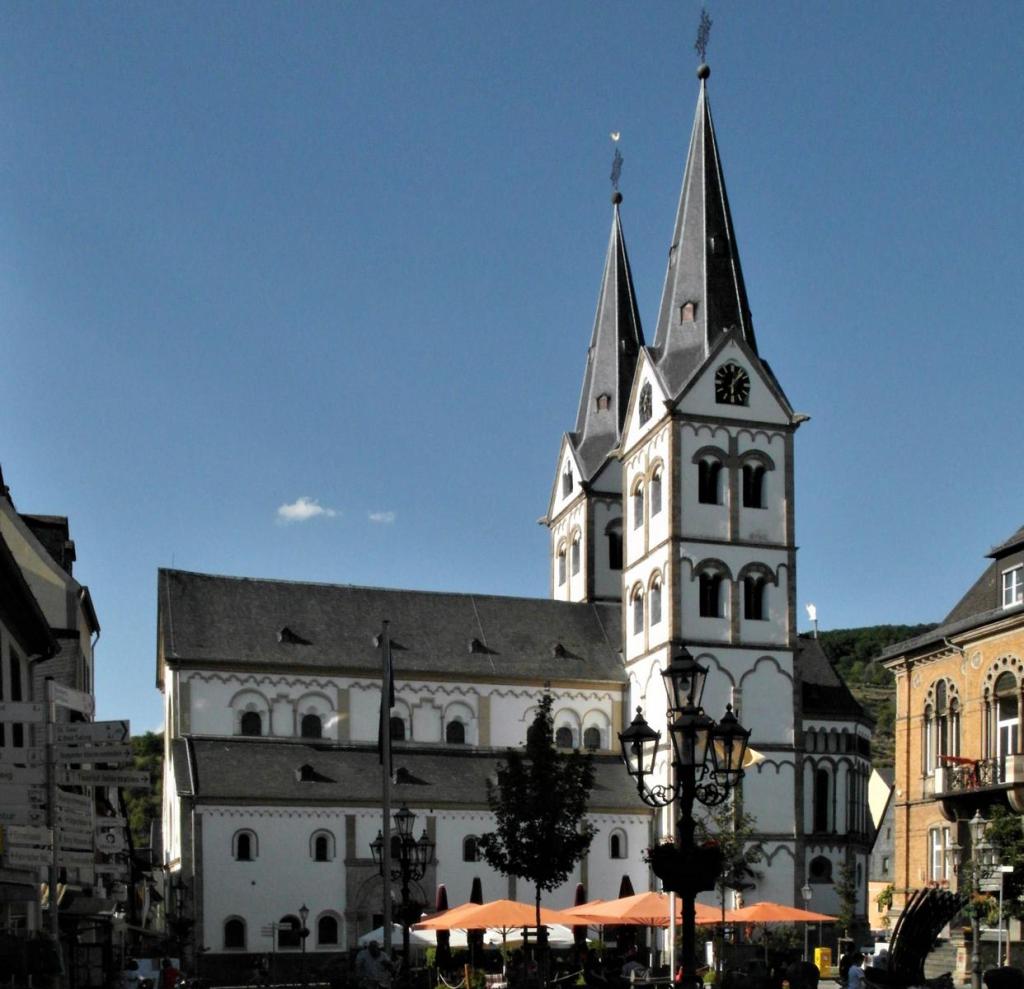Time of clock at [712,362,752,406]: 6:06
